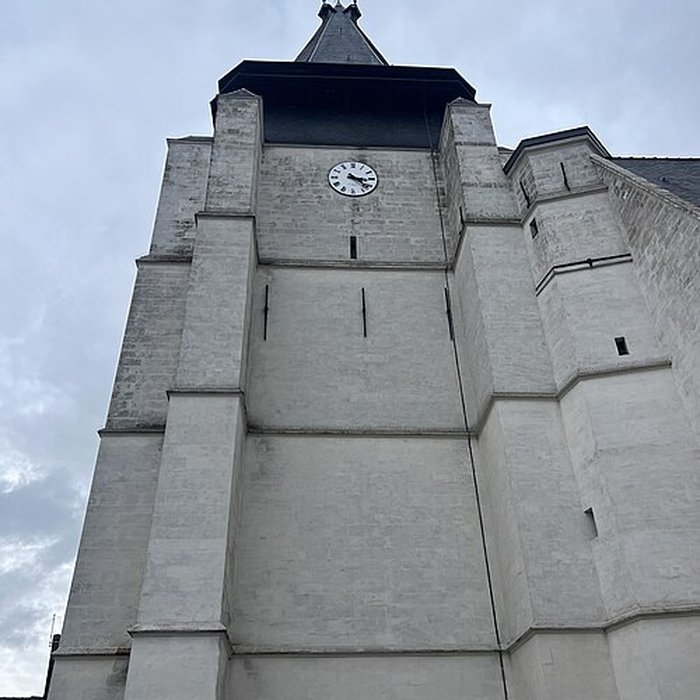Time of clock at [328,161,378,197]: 3:22
